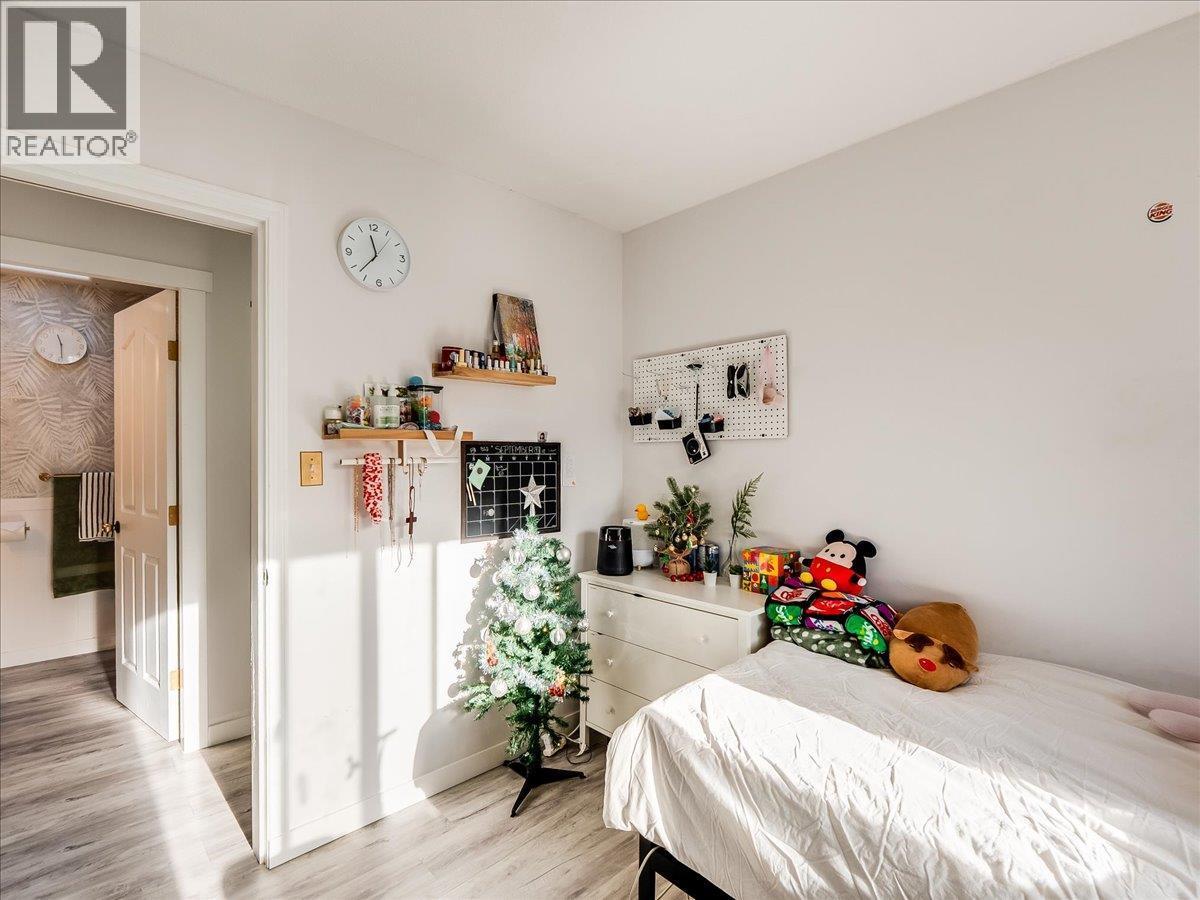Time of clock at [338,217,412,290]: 11:37
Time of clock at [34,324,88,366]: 11:29
